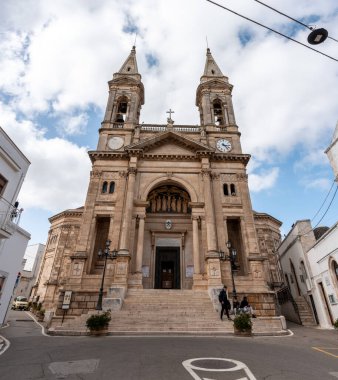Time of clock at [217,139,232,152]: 3:23
